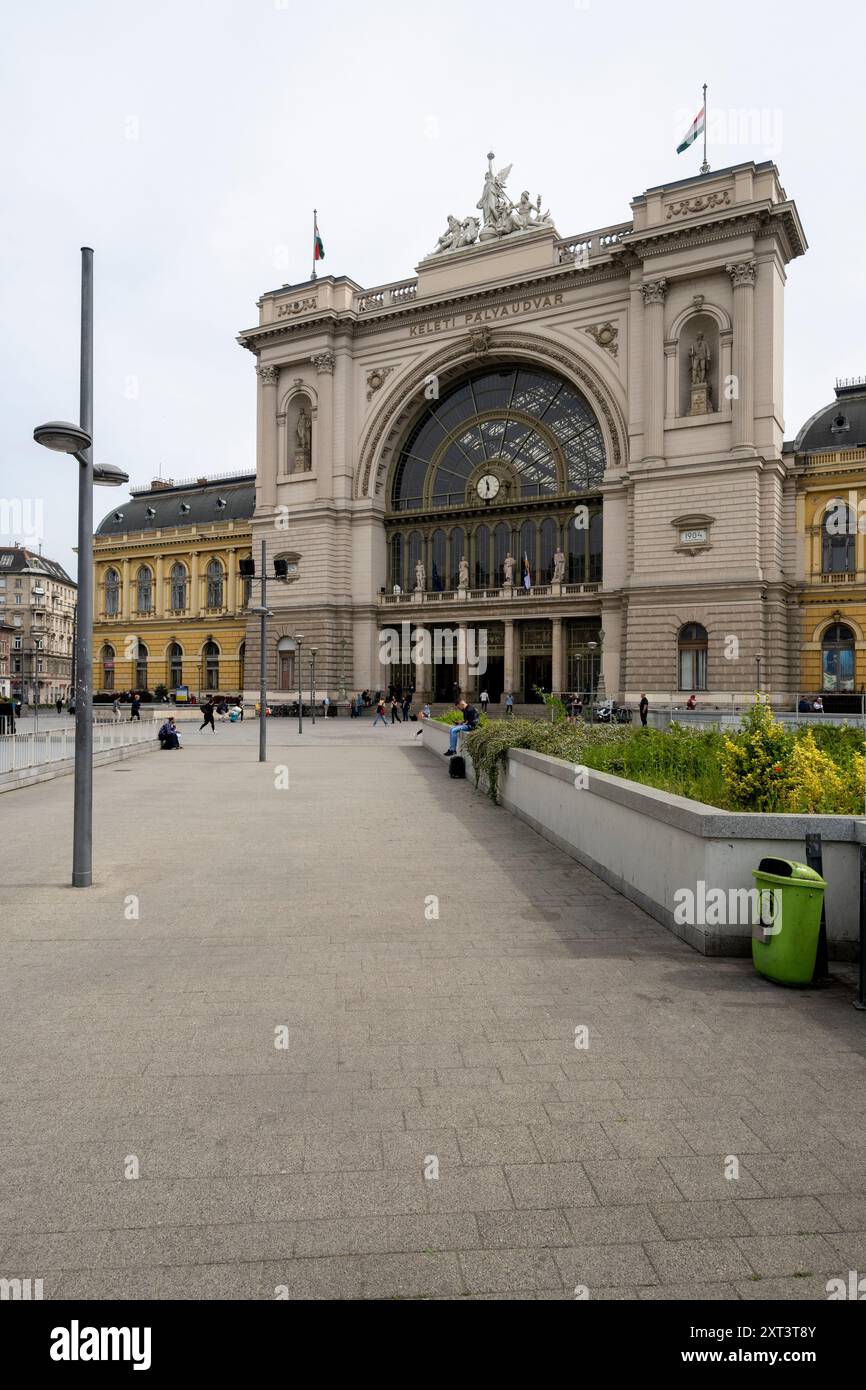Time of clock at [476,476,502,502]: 11:32
